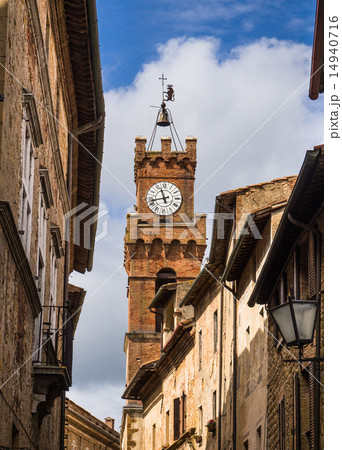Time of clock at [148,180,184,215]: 11:42
